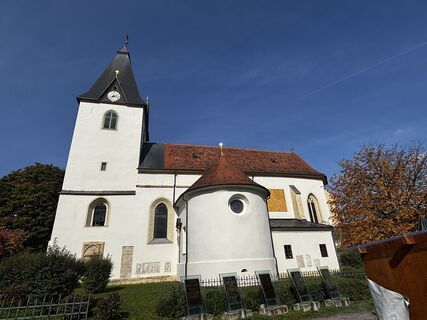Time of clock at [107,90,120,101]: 8:12
